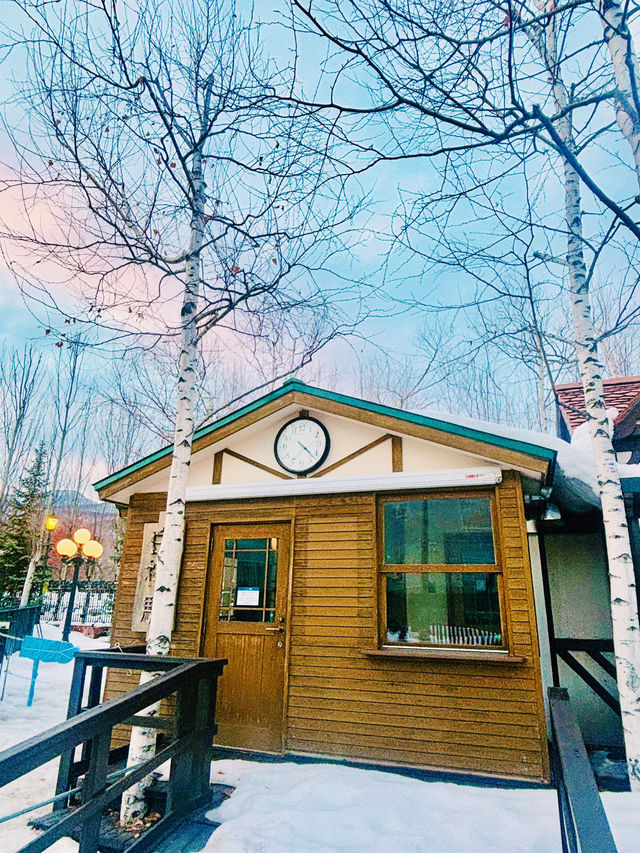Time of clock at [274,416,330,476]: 4:22
